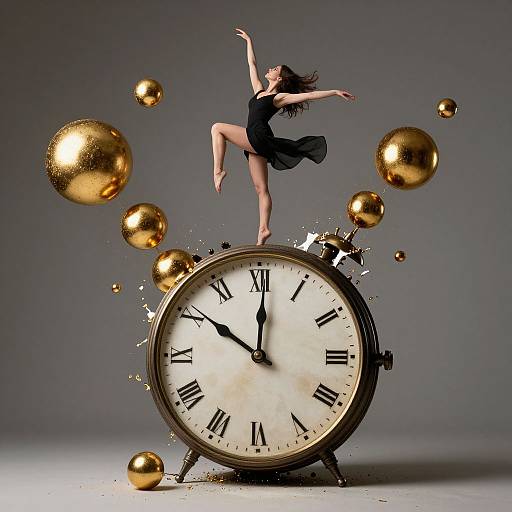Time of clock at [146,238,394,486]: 10:00
